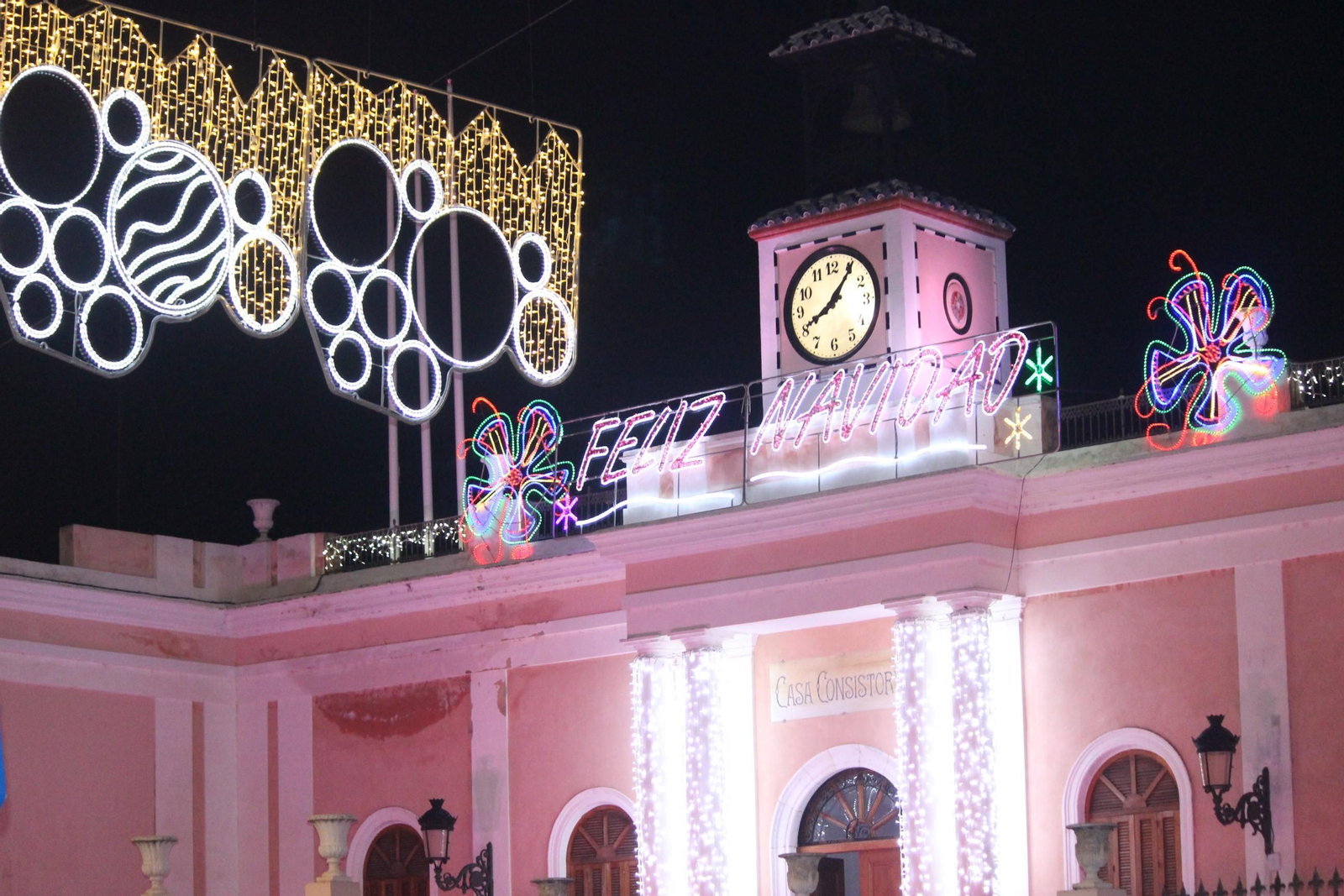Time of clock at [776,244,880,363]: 8:05
